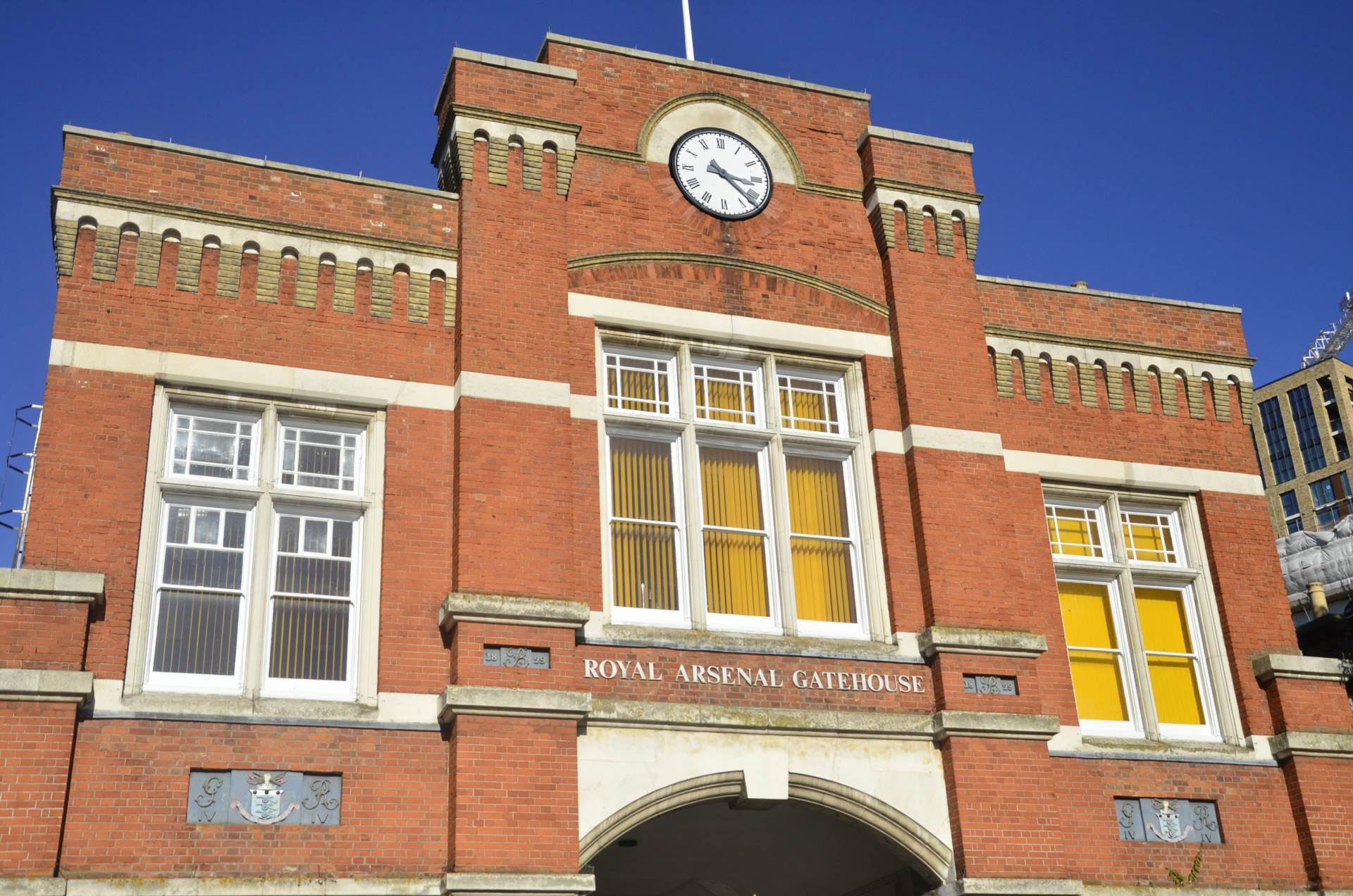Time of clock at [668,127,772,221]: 3:22
